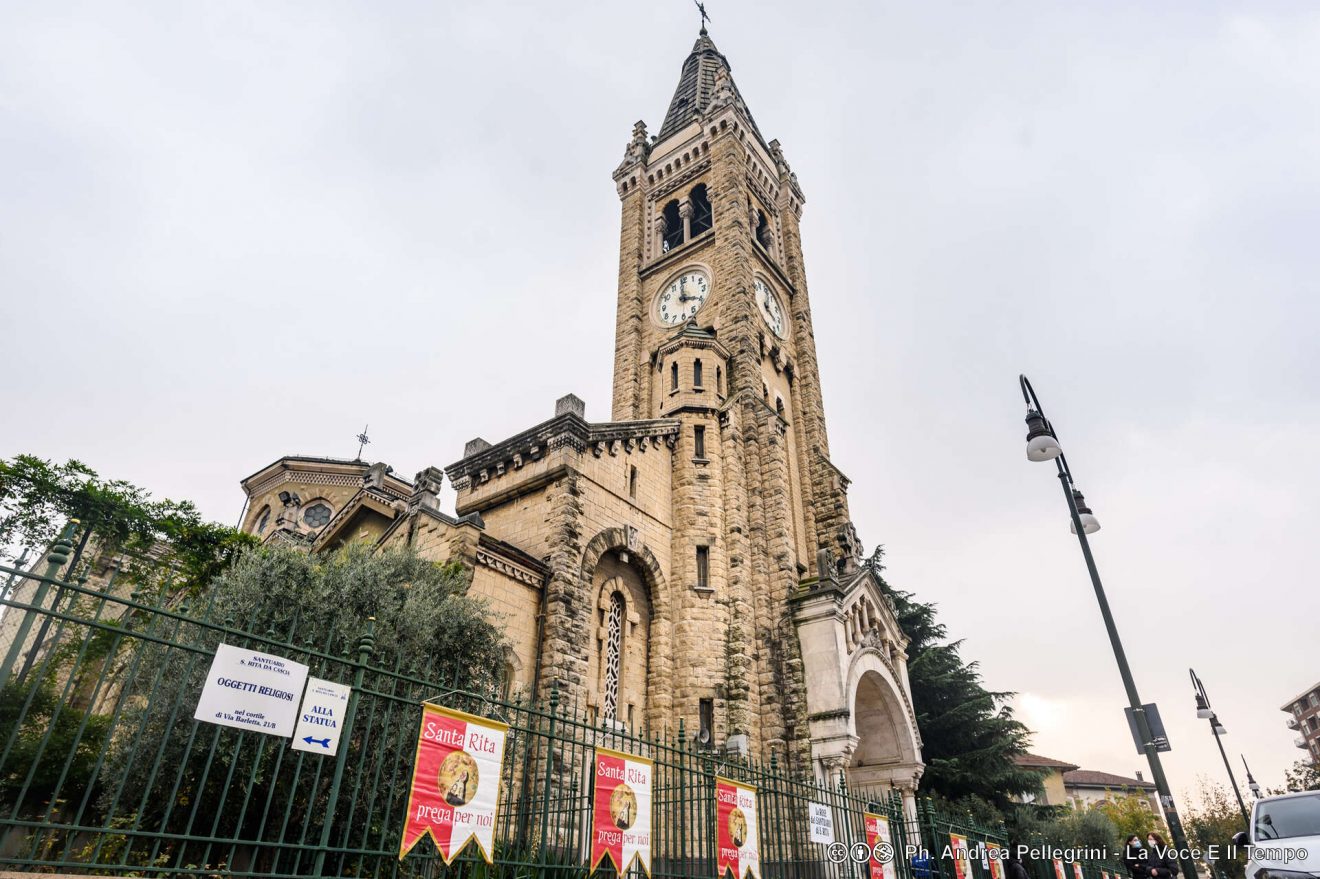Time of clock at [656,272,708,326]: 3:59
